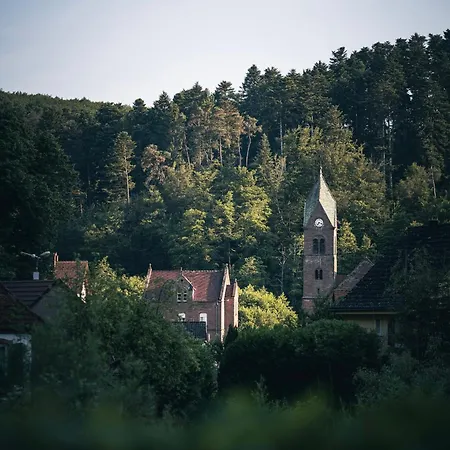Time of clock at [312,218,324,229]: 7:17
